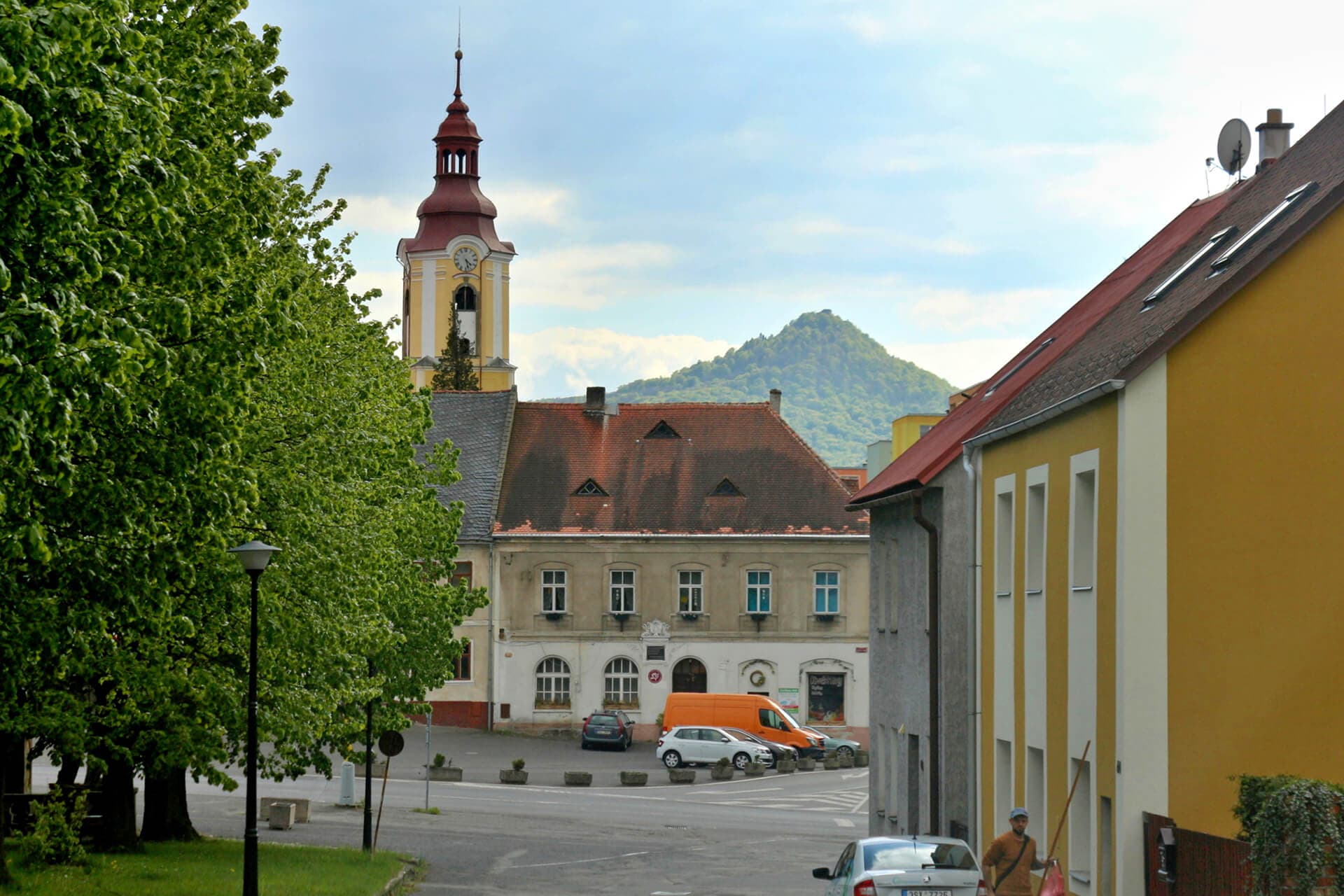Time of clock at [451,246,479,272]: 4:27
